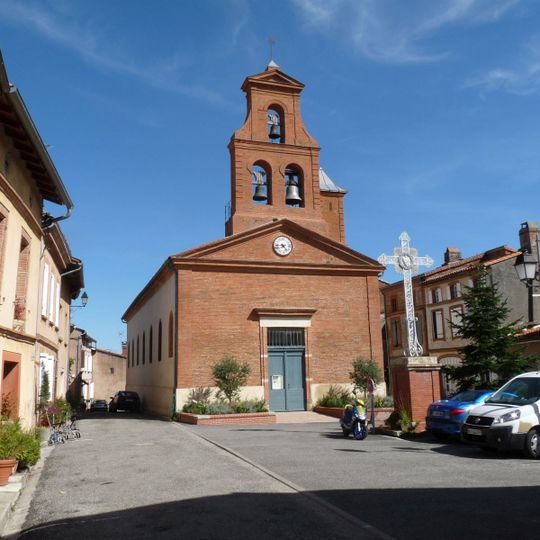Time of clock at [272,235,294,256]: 4:43
